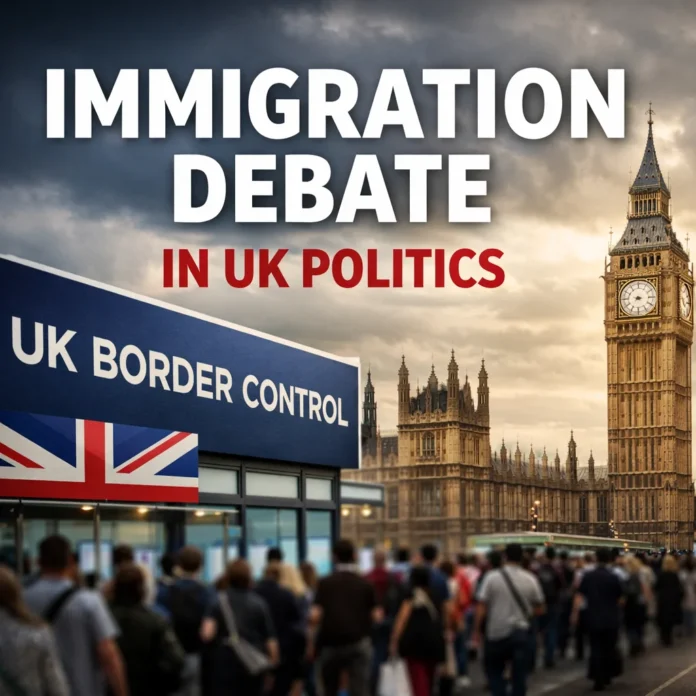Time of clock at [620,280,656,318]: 7:15
